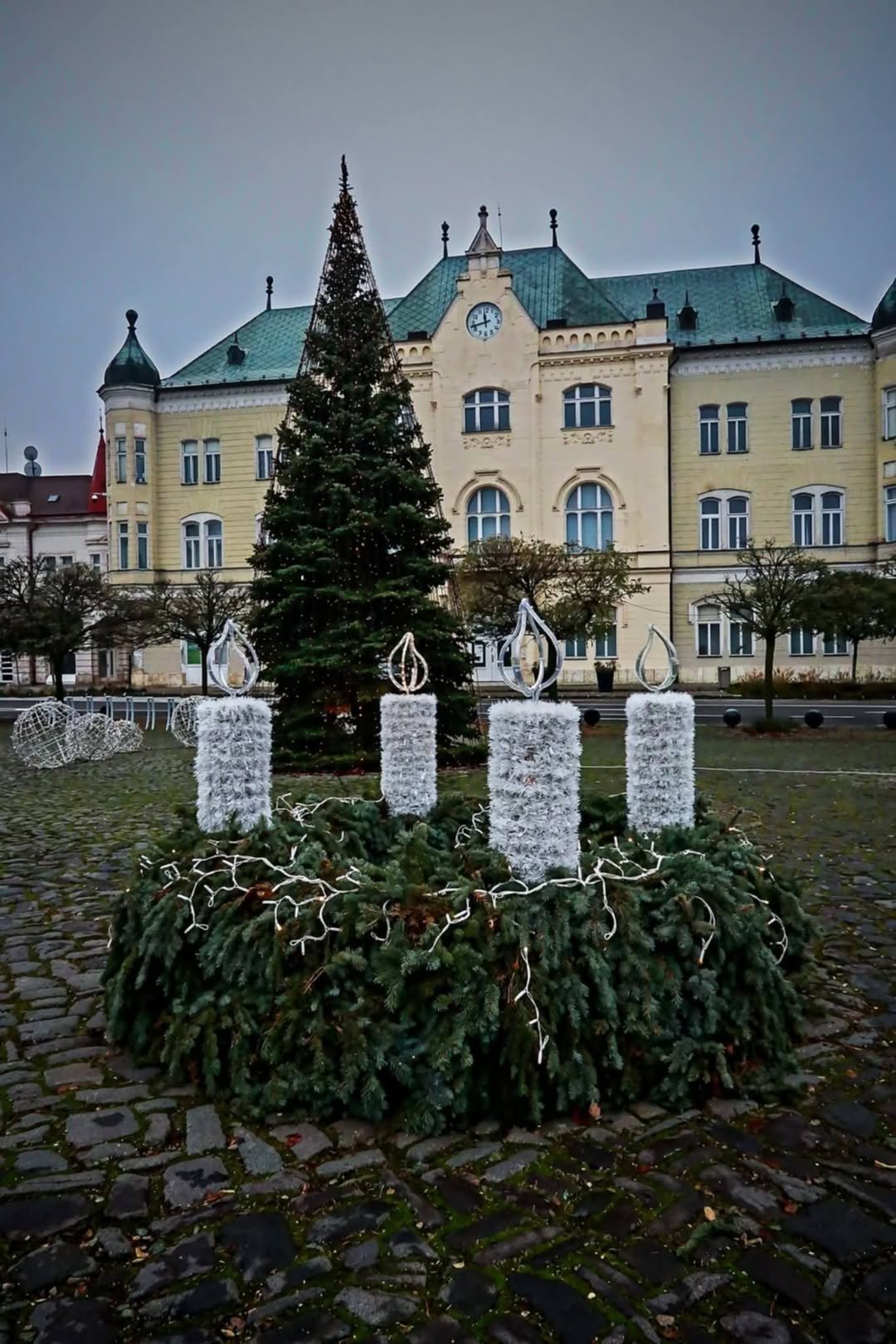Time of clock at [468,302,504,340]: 11:42
